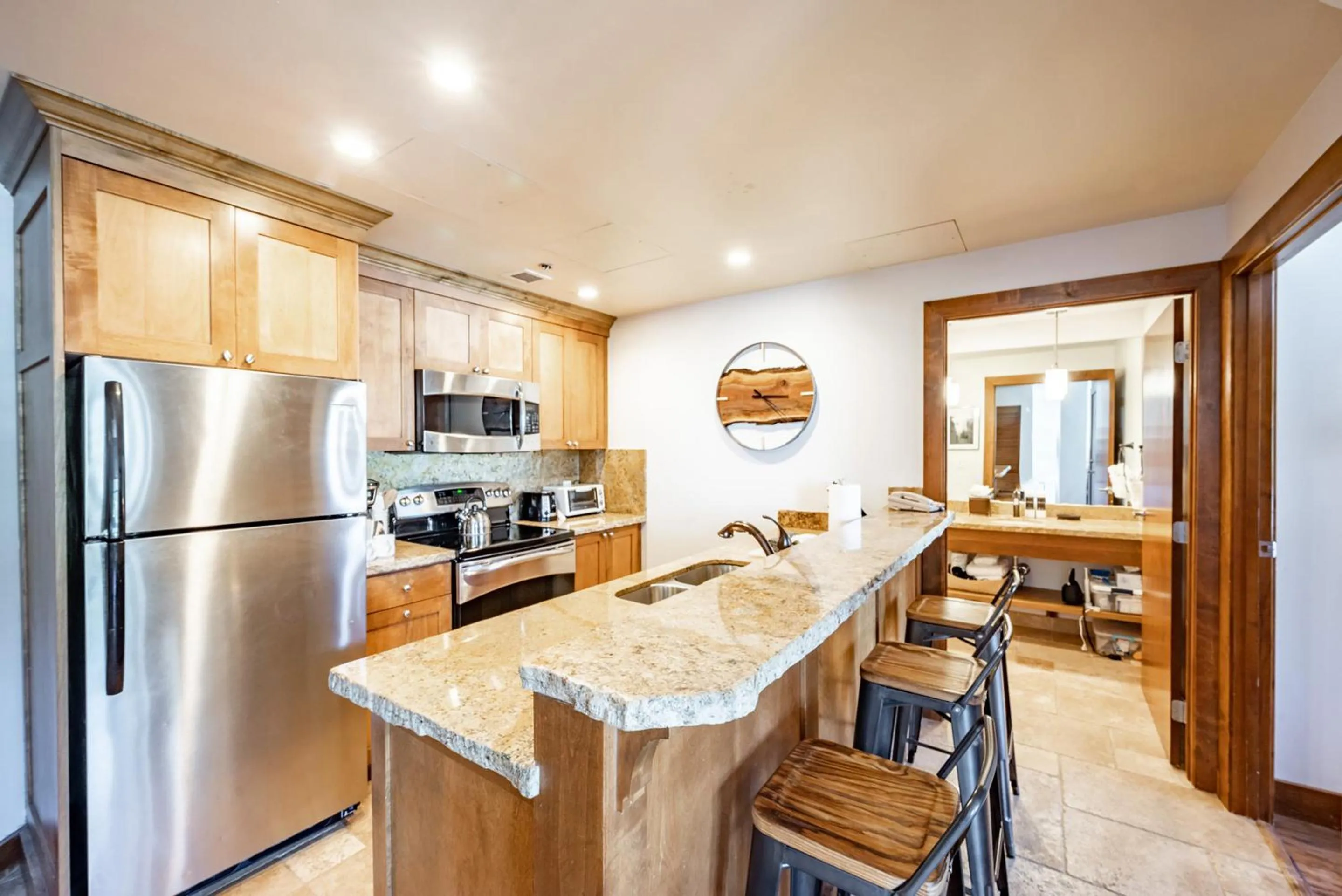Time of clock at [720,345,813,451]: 3:22
